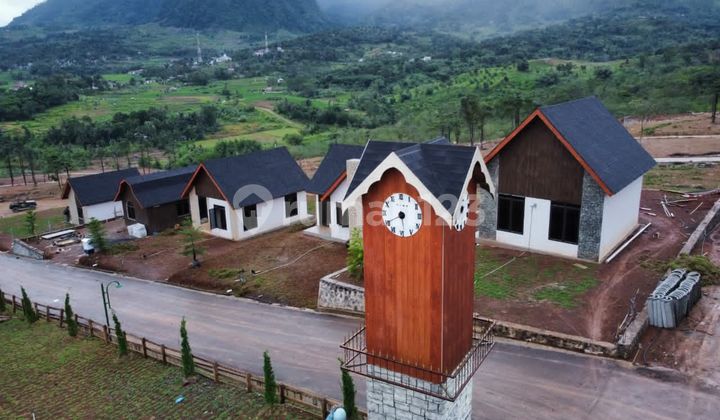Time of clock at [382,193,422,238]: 5:40
